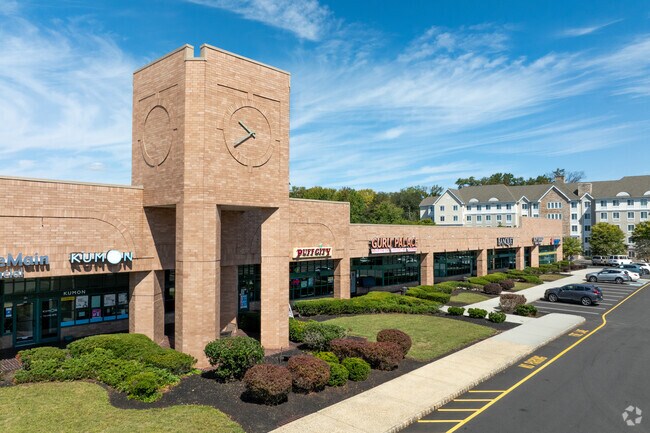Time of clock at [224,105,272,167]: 10:39
